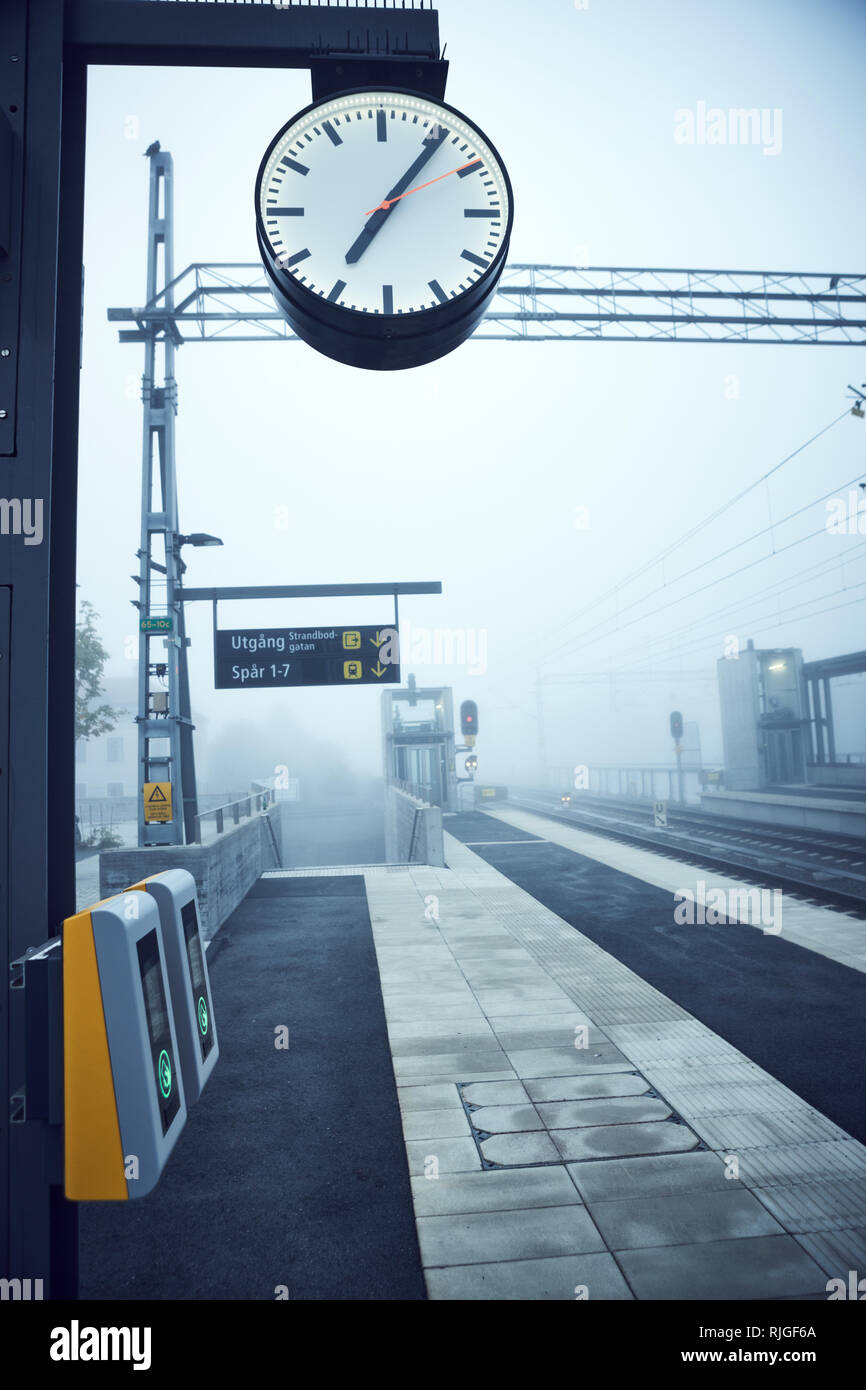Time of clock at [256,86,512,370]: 7:06
